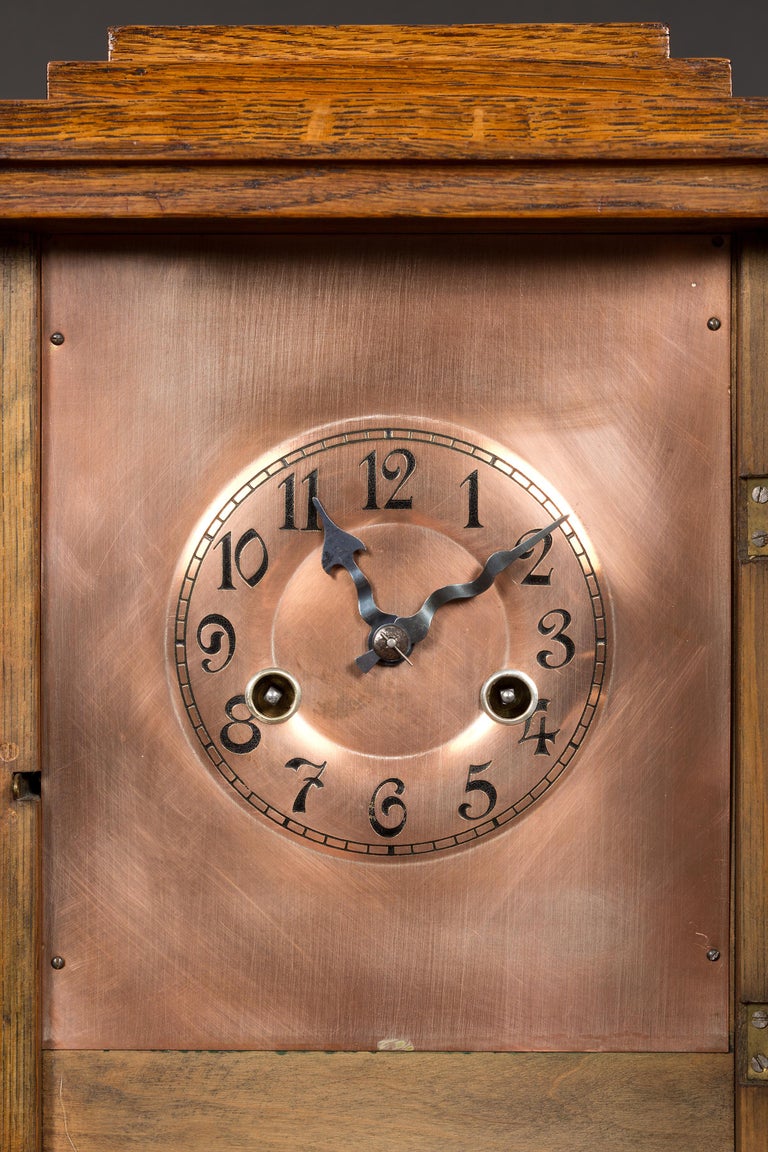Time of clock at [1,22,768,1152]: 11:09
